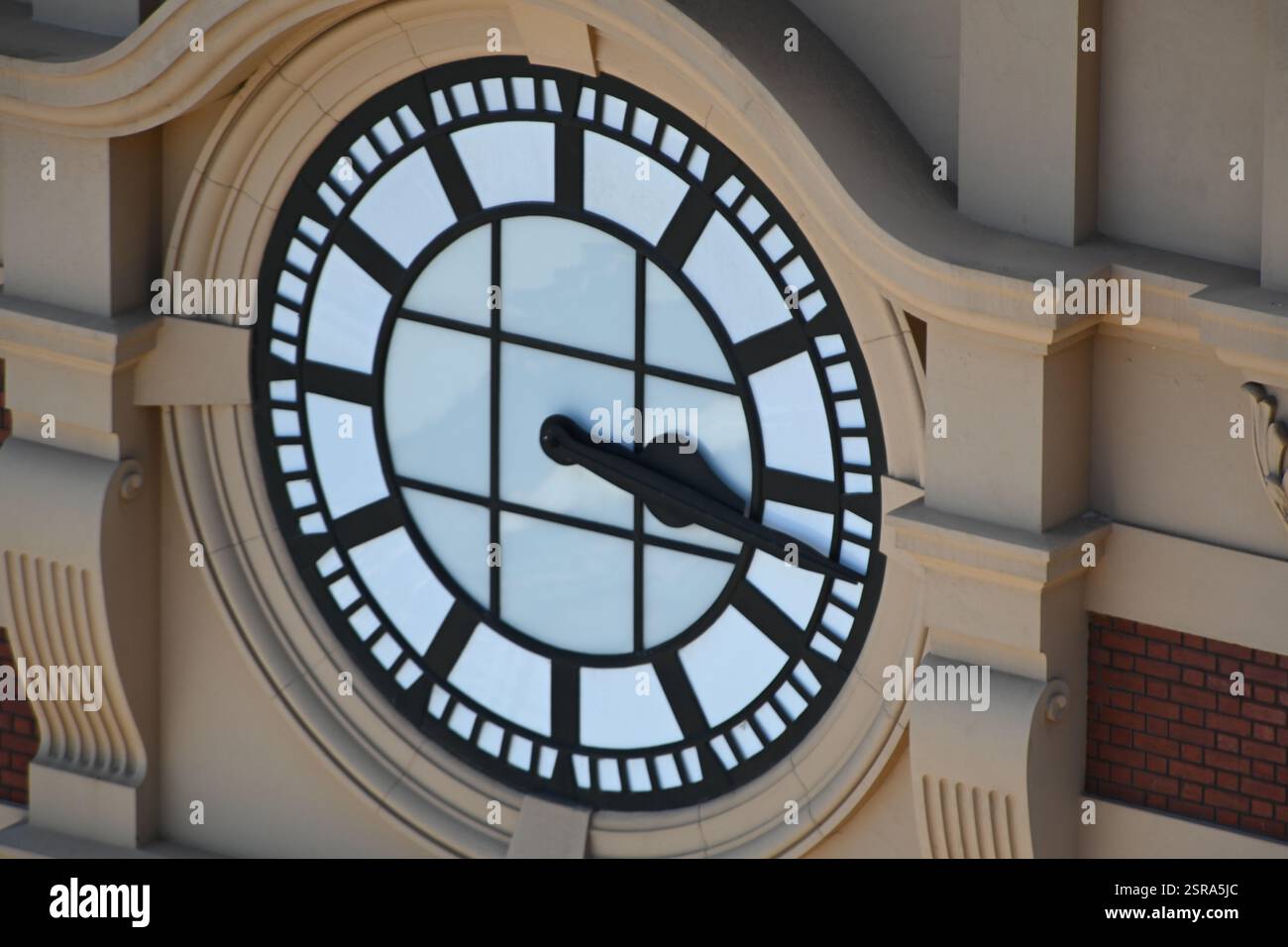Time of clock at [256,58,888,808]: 3:17
